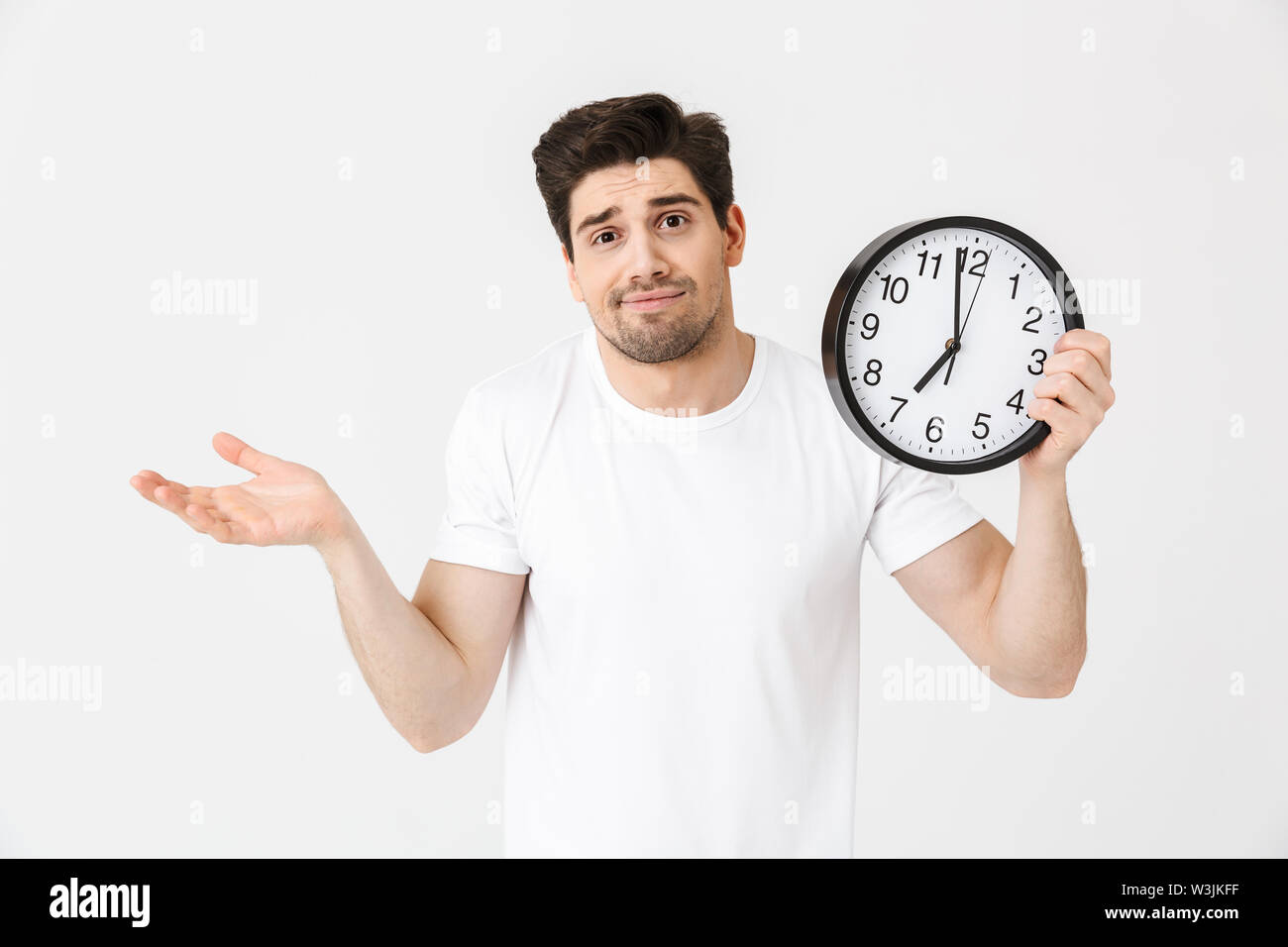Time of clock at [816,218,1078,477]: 6:58
